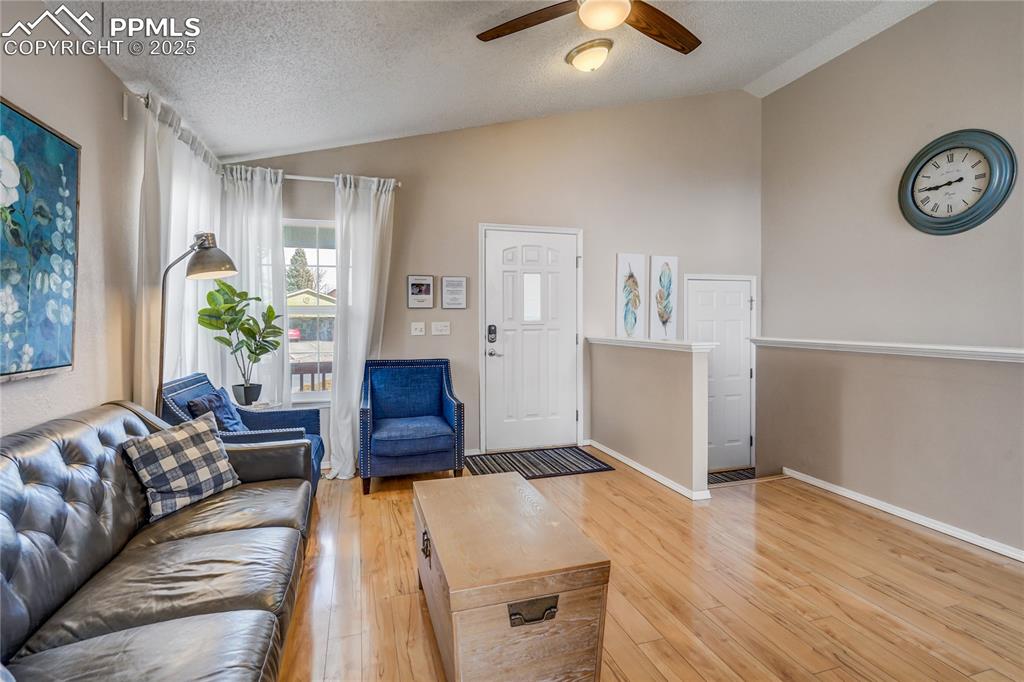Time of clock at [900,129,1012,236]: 8:44
